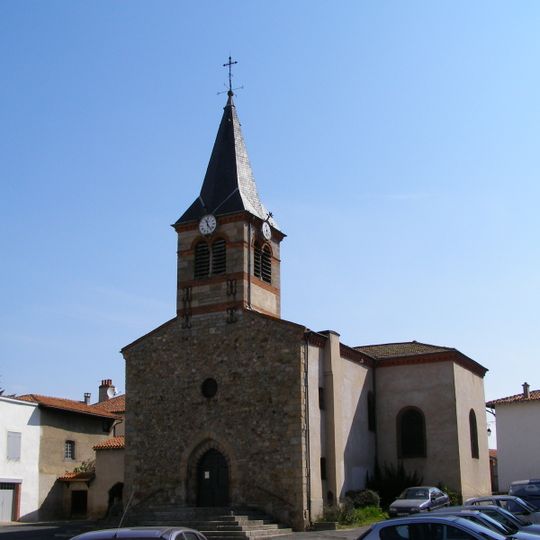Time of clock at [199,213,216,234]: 11:23
